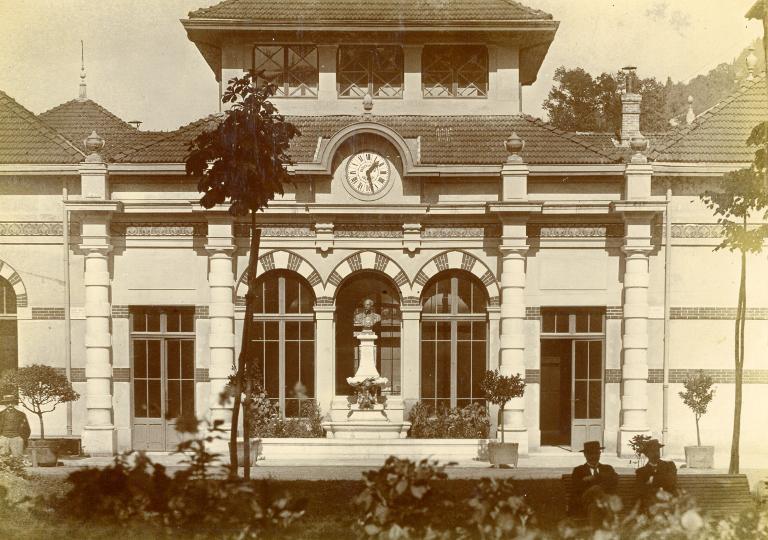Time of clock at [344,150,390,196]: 1:27
